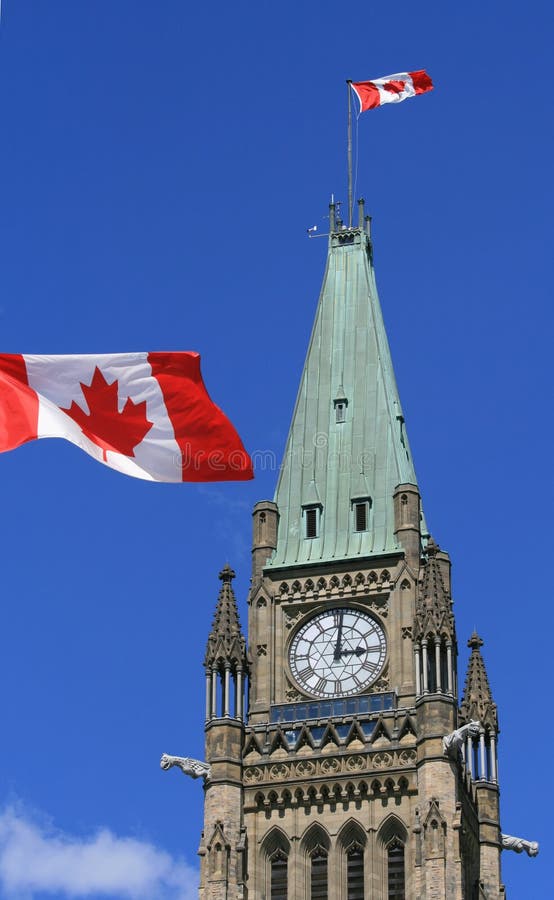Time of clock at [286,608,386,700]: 3:01
